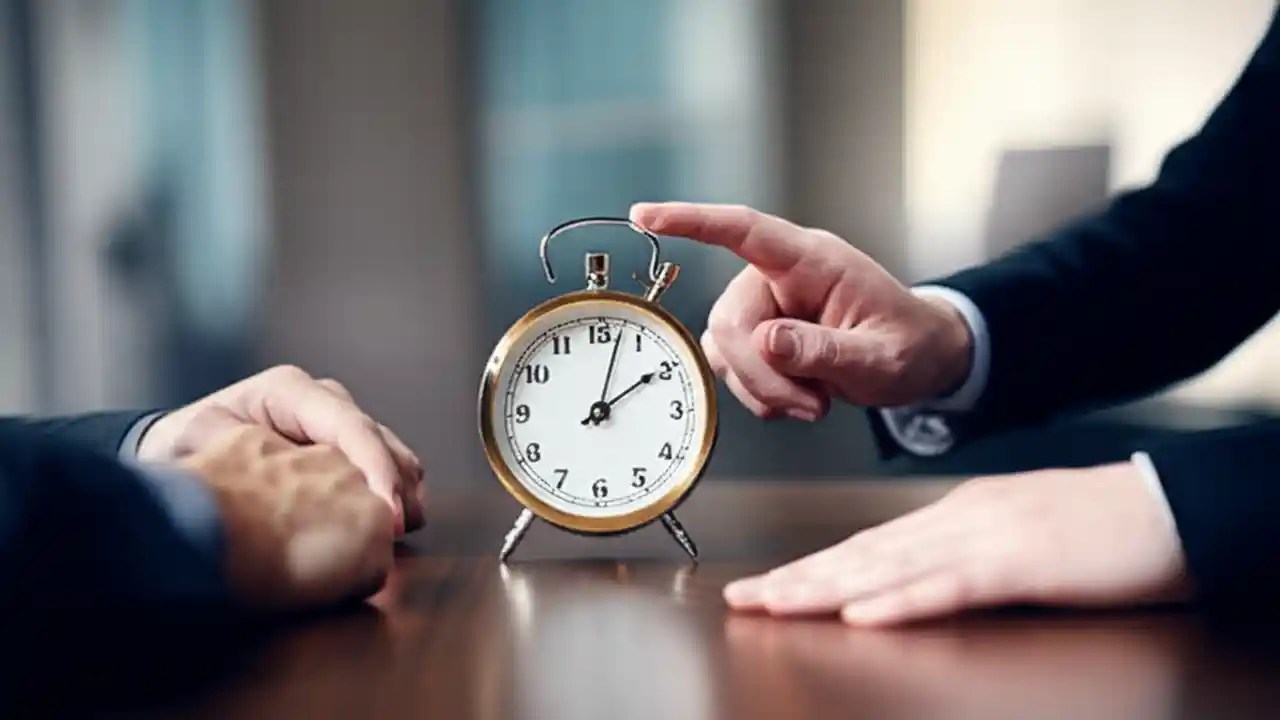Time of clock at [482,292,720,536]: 2:02
